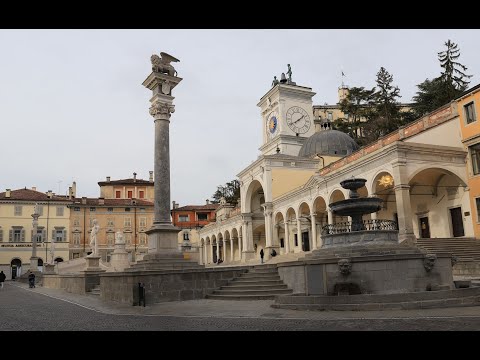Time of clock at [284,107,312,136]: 1:39
